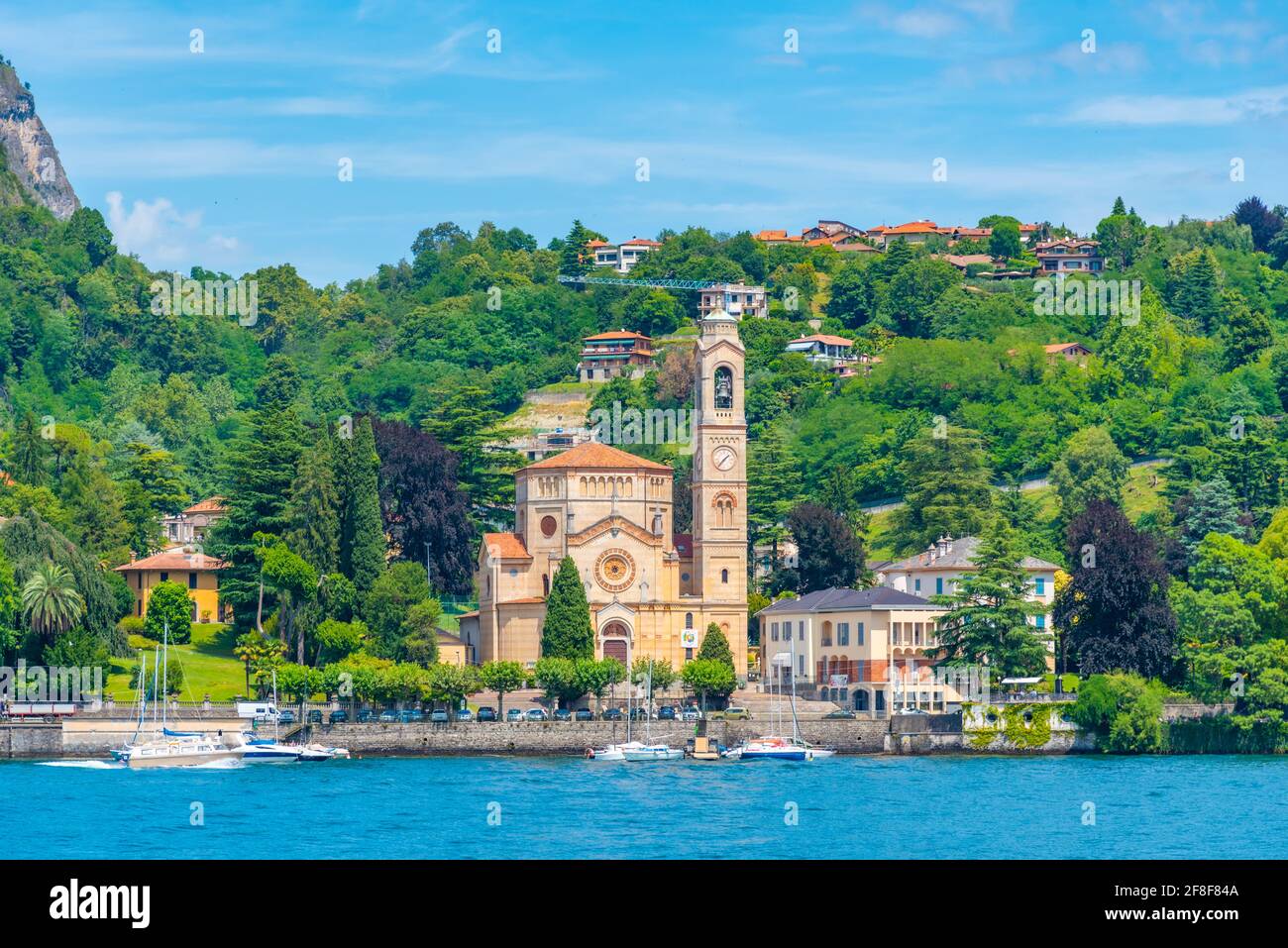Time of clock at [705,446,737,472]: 1:36
